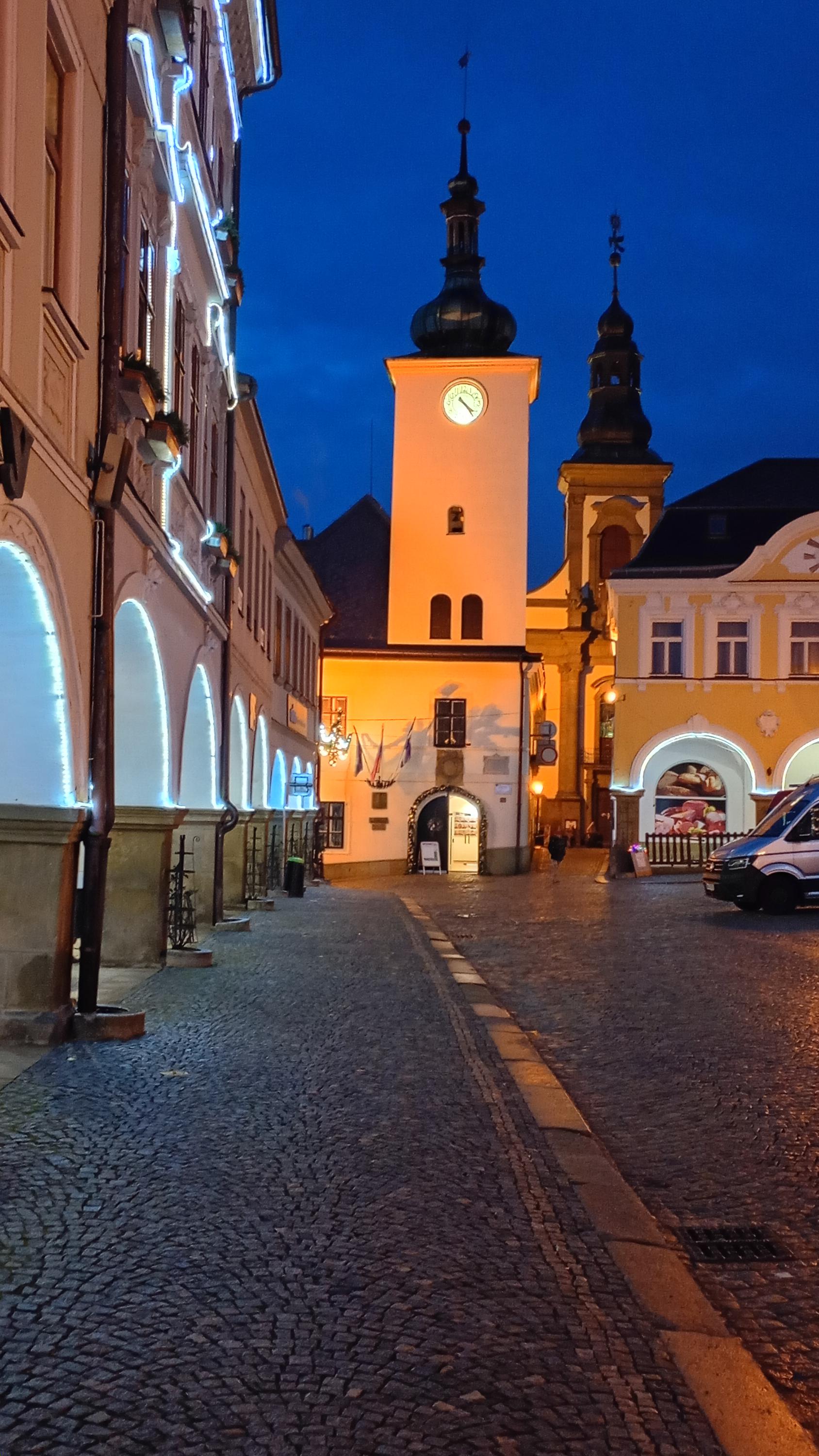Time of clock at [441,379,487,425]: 4:23
